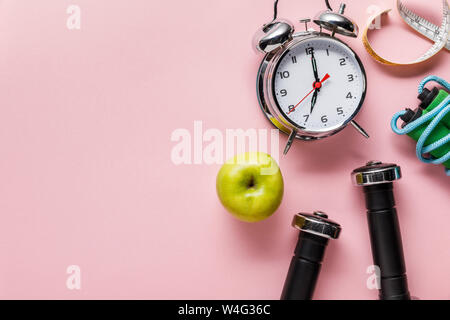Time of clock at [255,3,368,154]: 7:00
